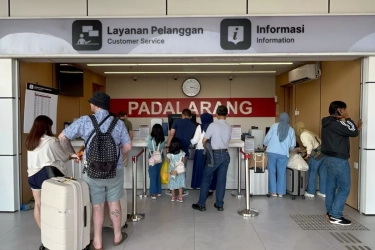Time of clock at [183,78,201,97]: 3:17
